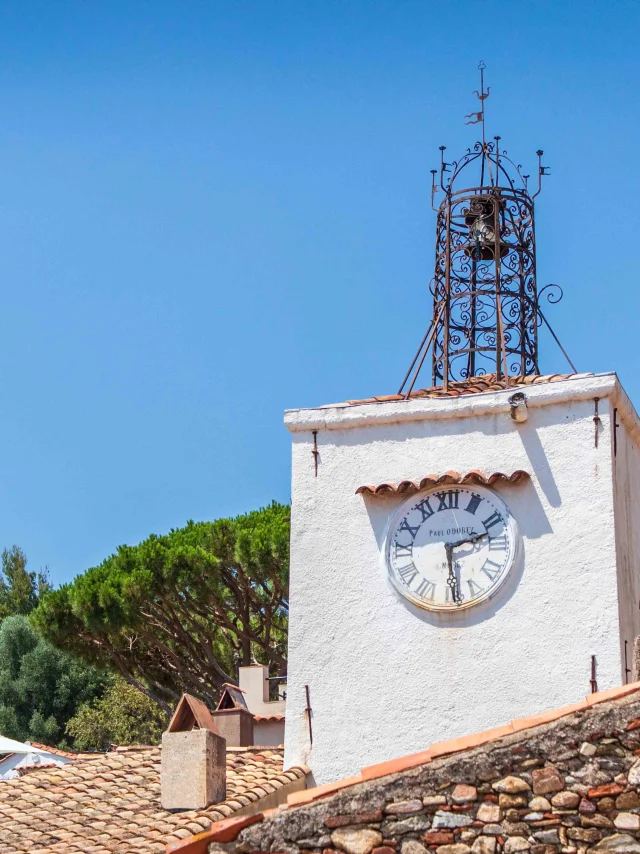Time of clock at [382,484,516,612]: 2:29
